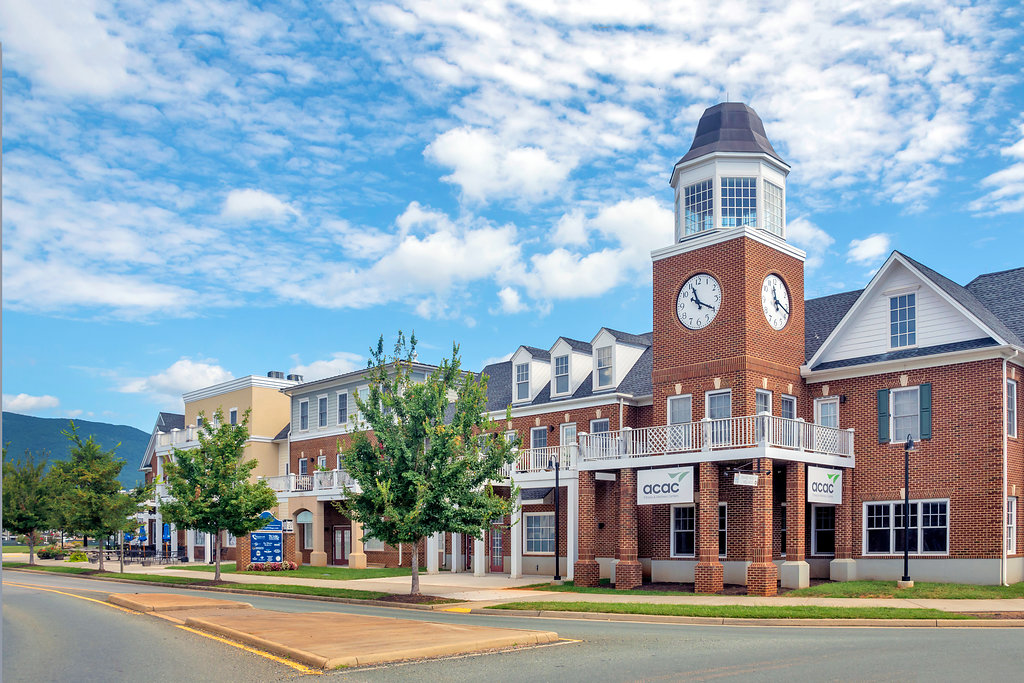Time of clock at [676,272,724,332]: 11:19
